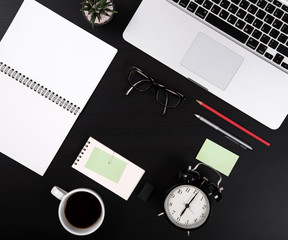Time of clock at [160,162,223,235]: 7:06
